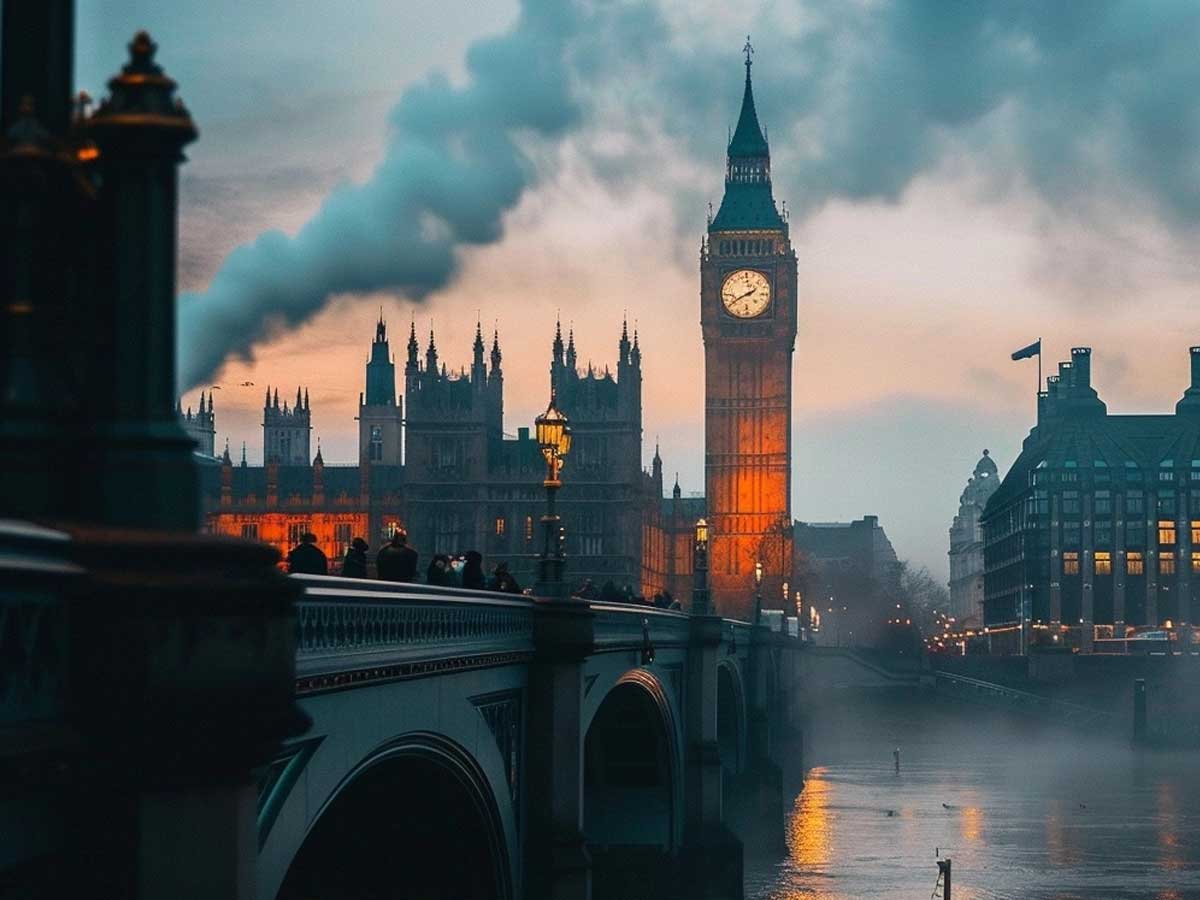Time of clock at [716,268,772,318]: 11:40
